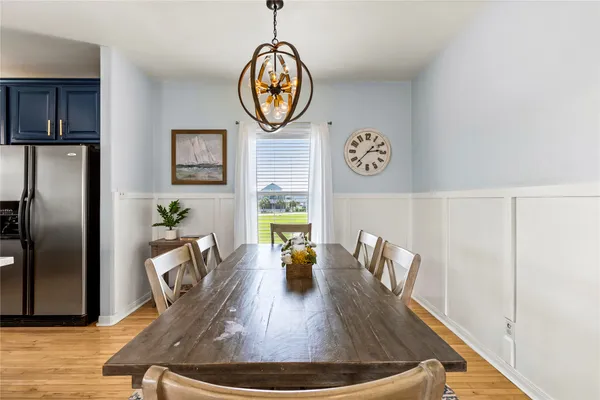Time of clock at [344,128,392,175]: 2:37
